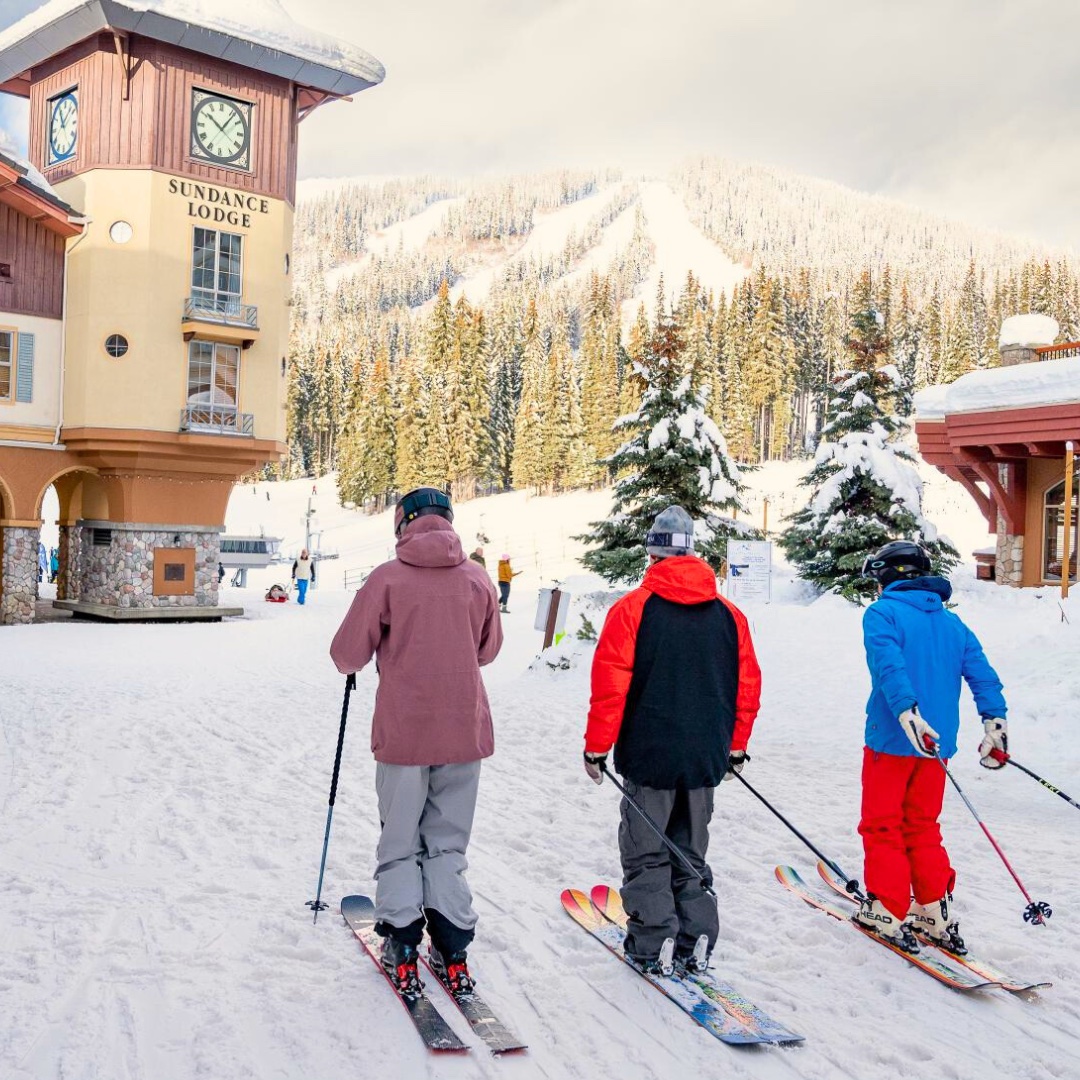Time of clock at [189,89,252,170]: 10:06
